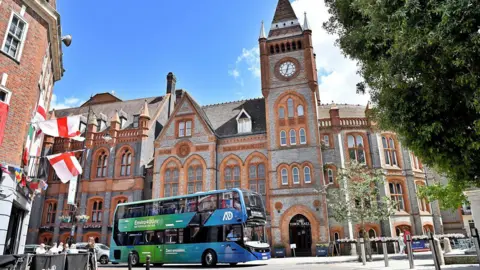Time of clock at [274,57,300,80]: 12:33
